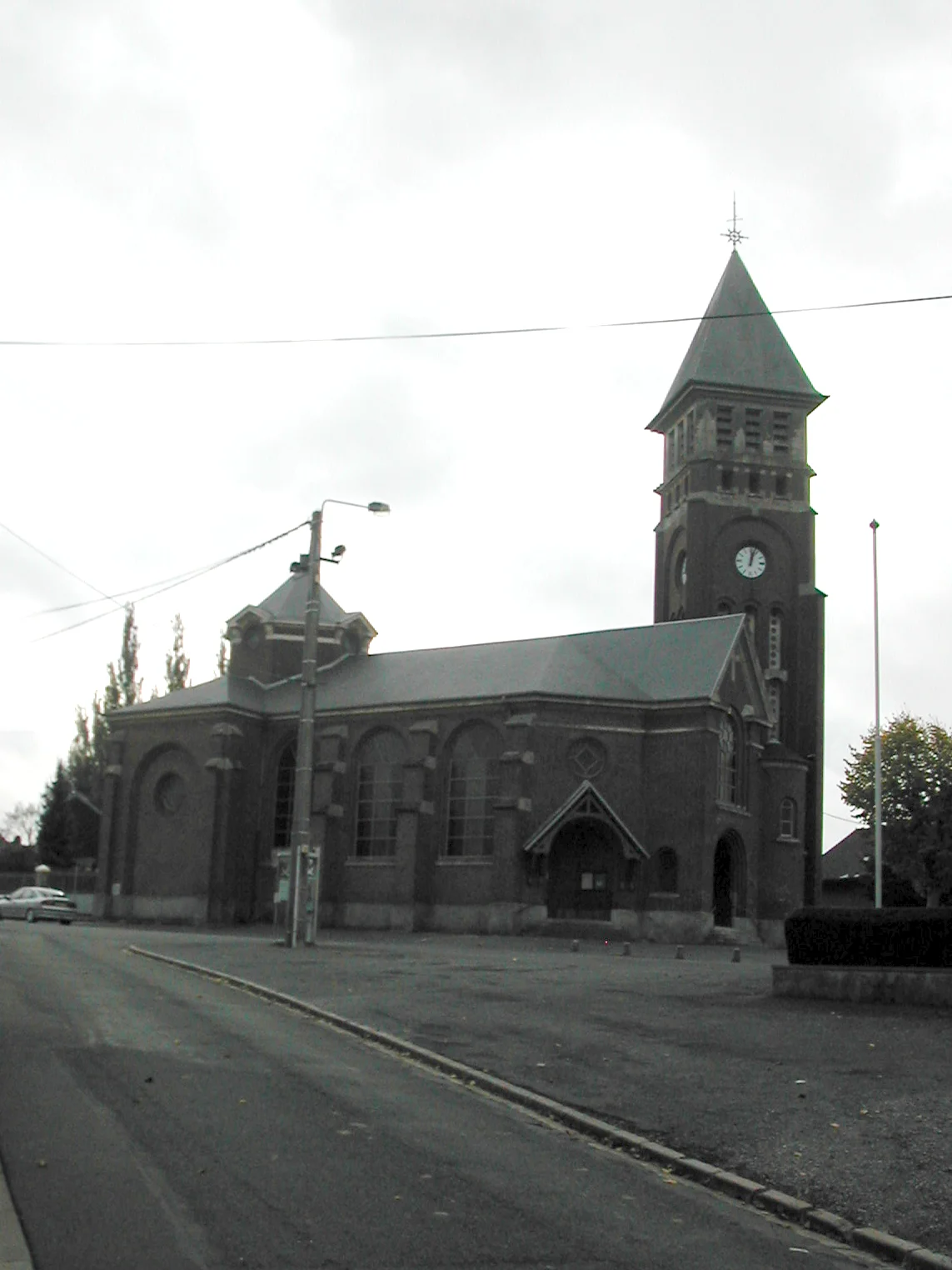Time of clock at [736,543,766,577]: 12:02
